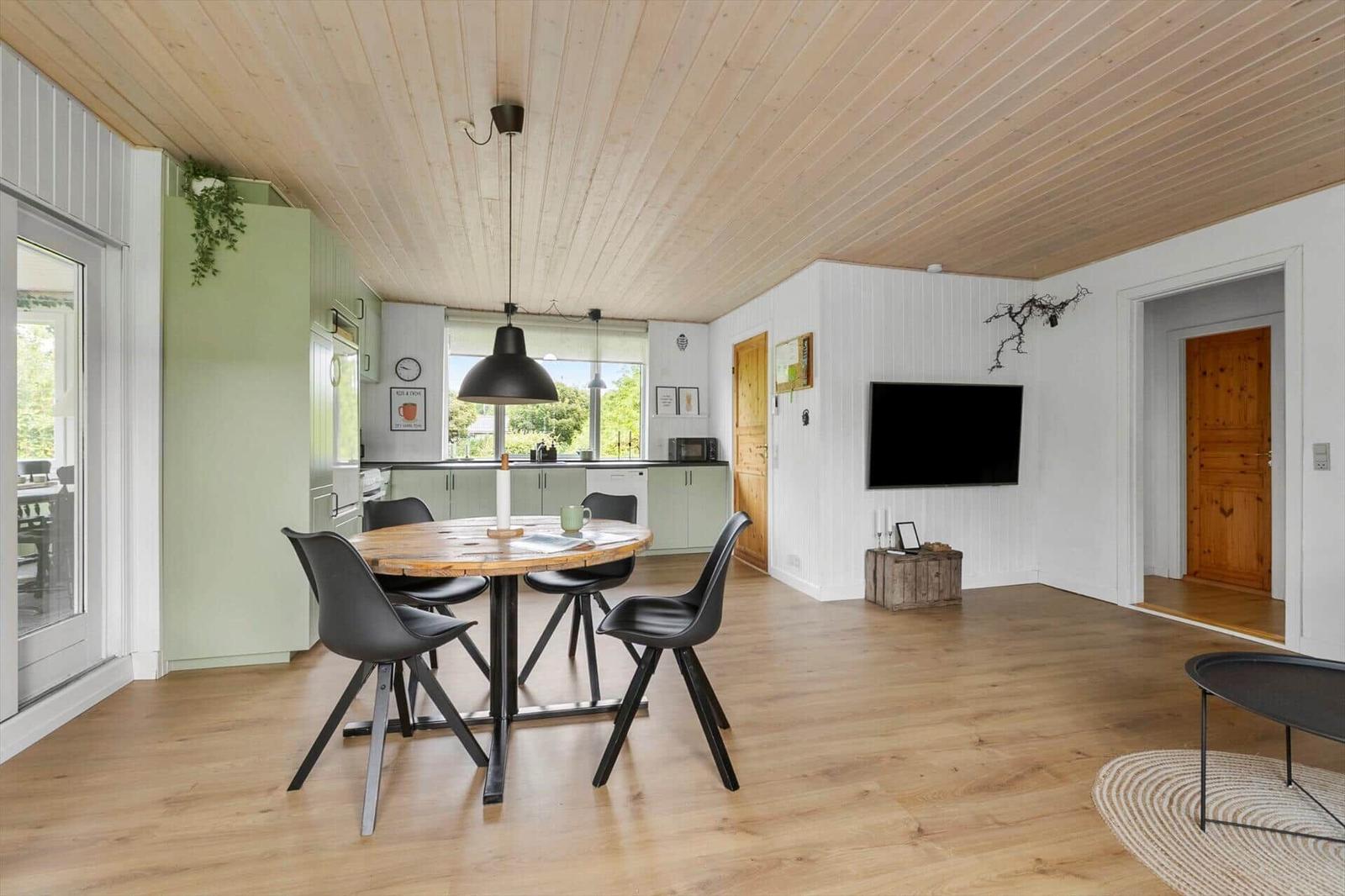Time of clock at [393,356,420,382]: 9:47
